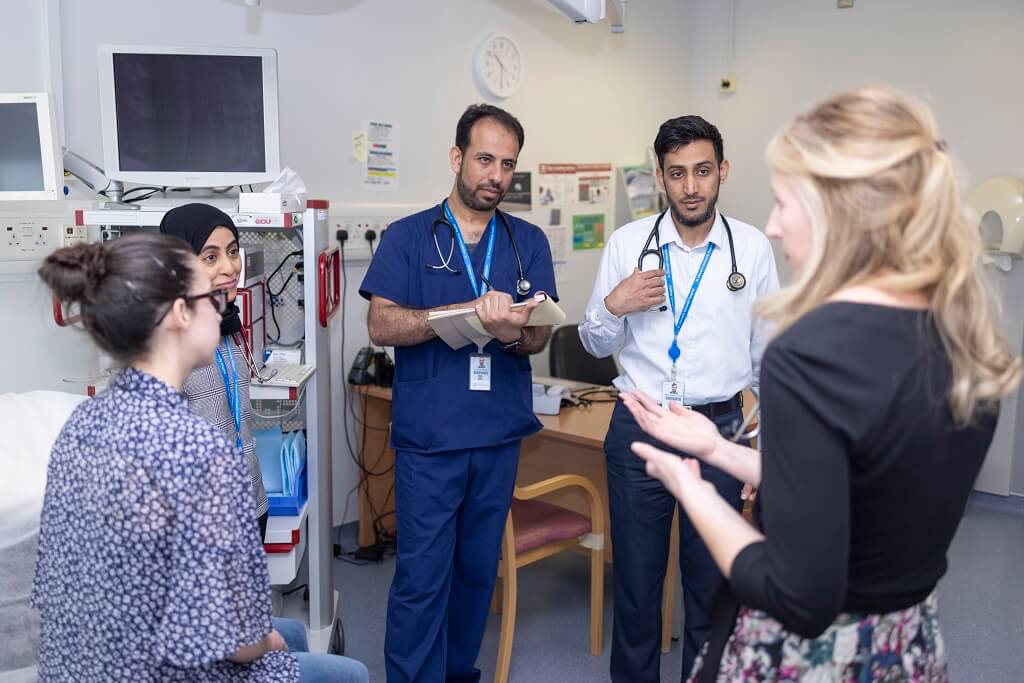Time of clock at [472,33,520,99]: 10:30
